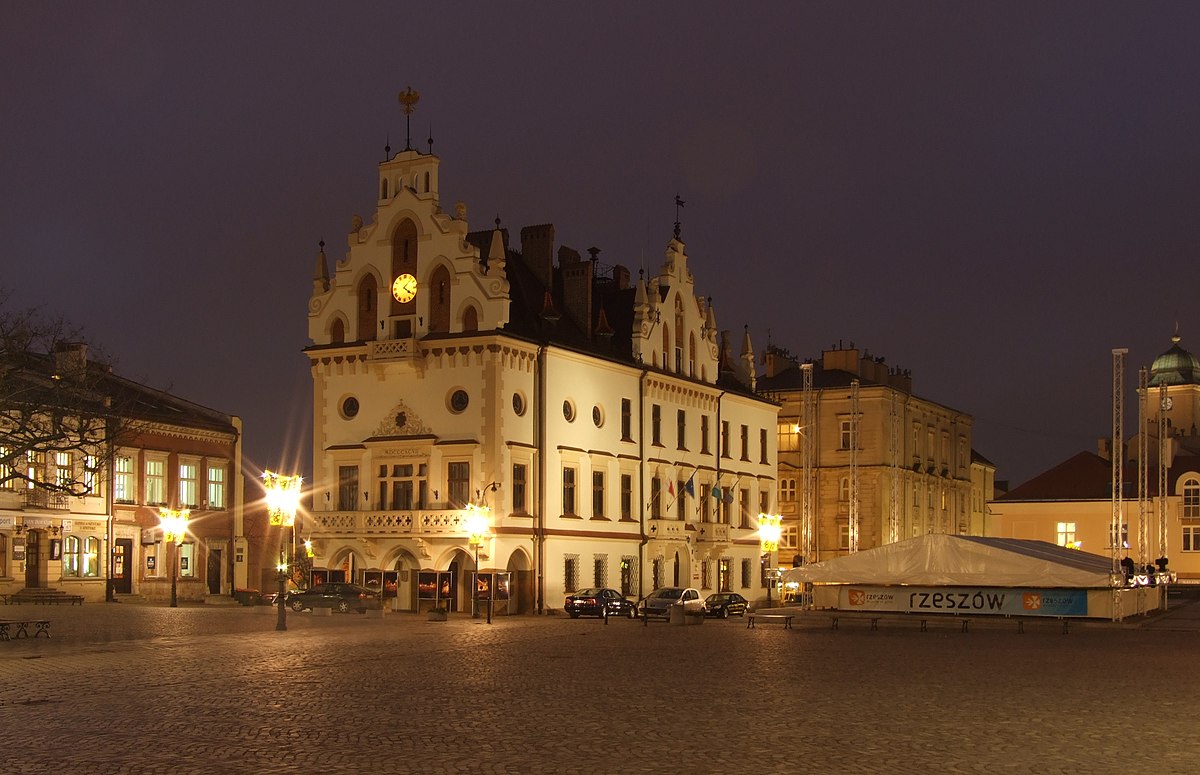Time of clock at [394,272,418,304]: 4:07
